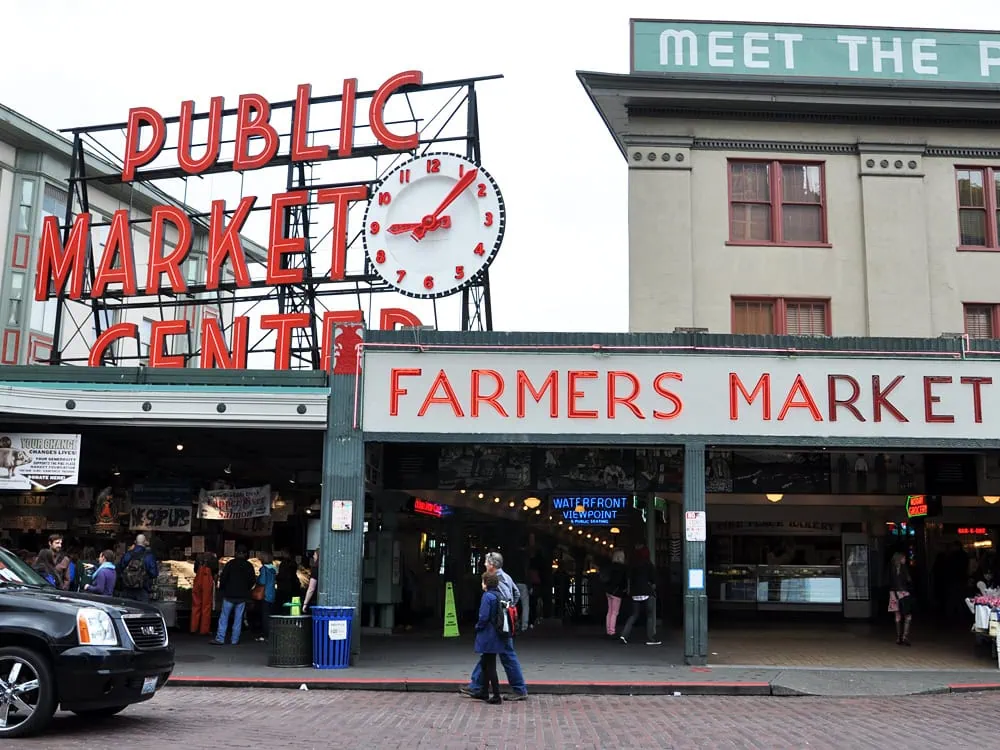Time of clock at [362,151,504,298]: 9:07
